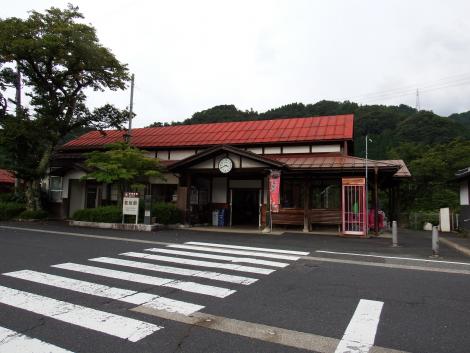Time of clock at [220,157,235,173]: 3:41
